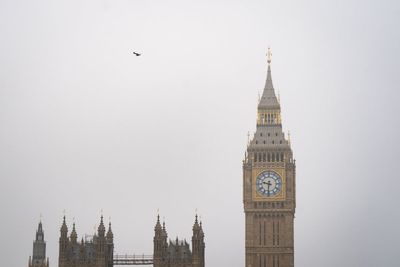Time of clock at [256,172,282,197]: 9:31
